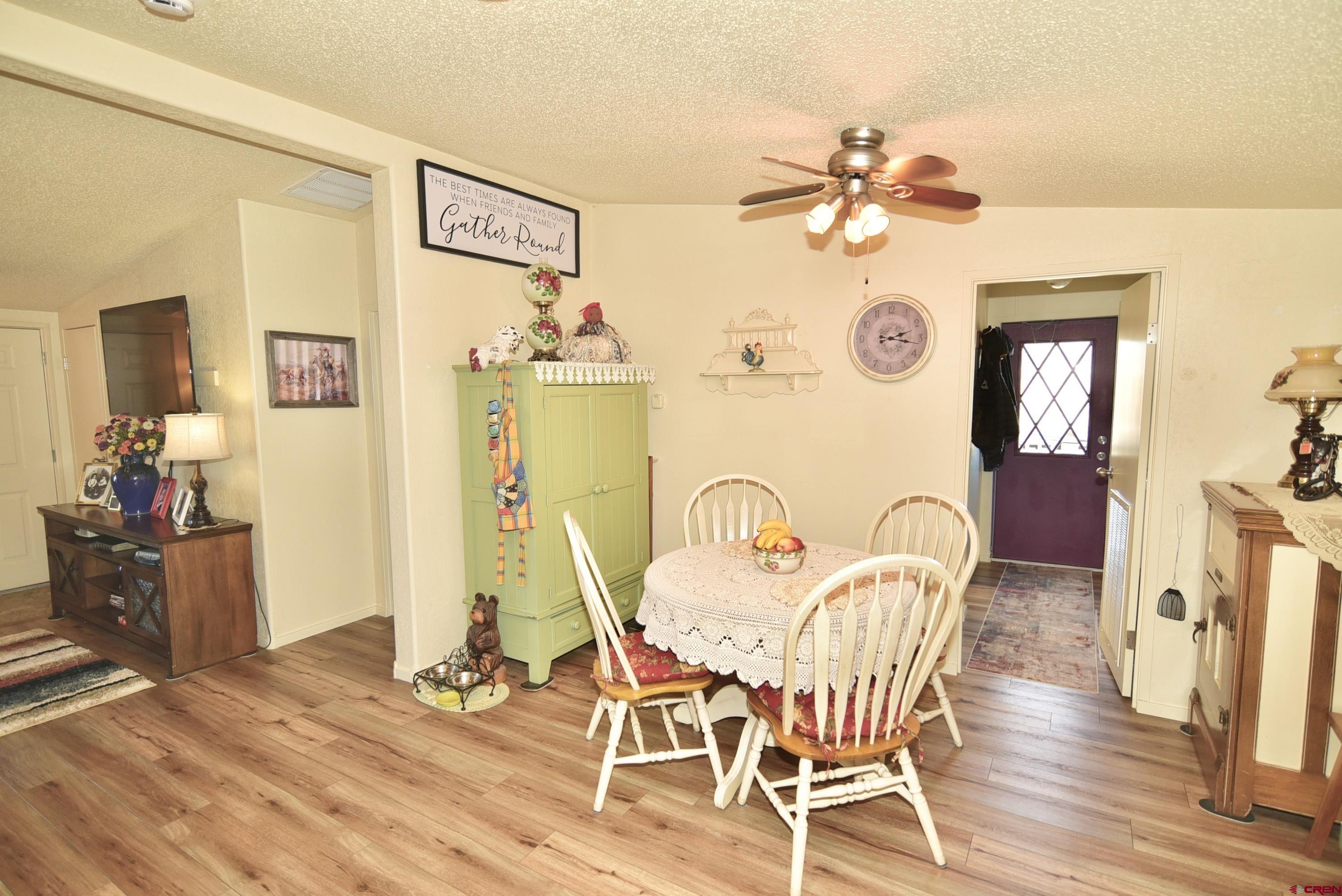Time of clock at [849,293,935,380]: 2:16
